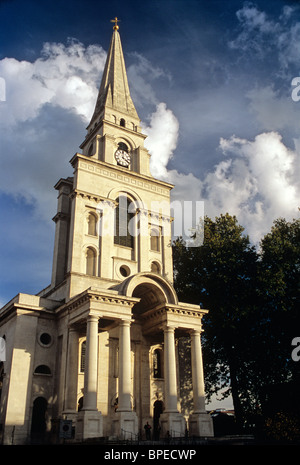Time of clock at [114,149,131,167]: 4:00
